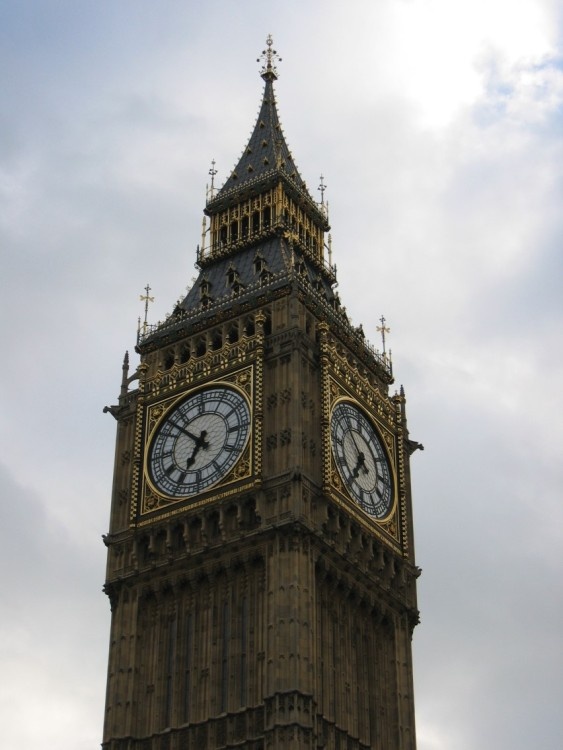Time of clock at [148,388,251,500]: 6:52
